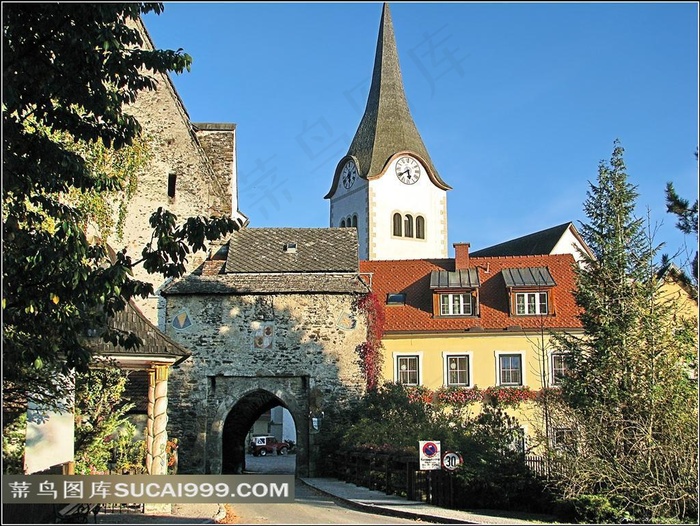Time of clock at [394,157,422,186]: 5:38
